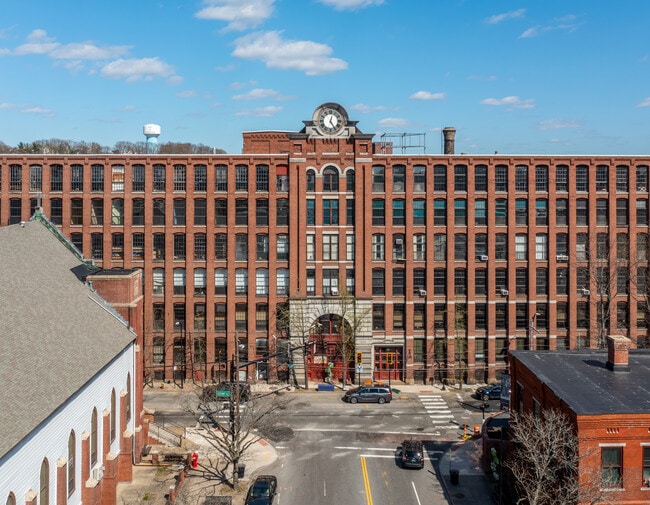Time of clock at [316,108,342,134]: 12:24
